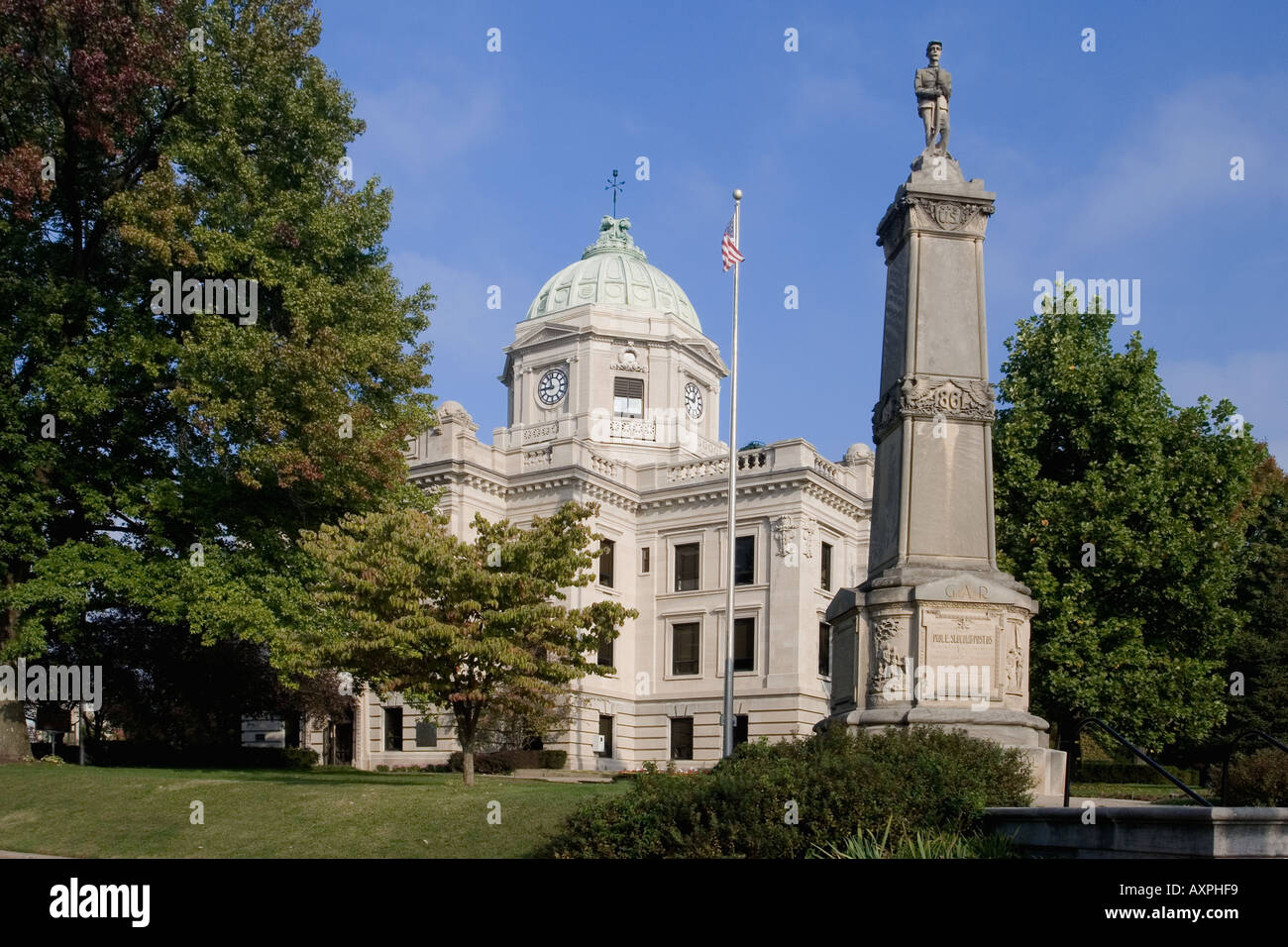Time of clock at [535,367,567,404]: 8:57
